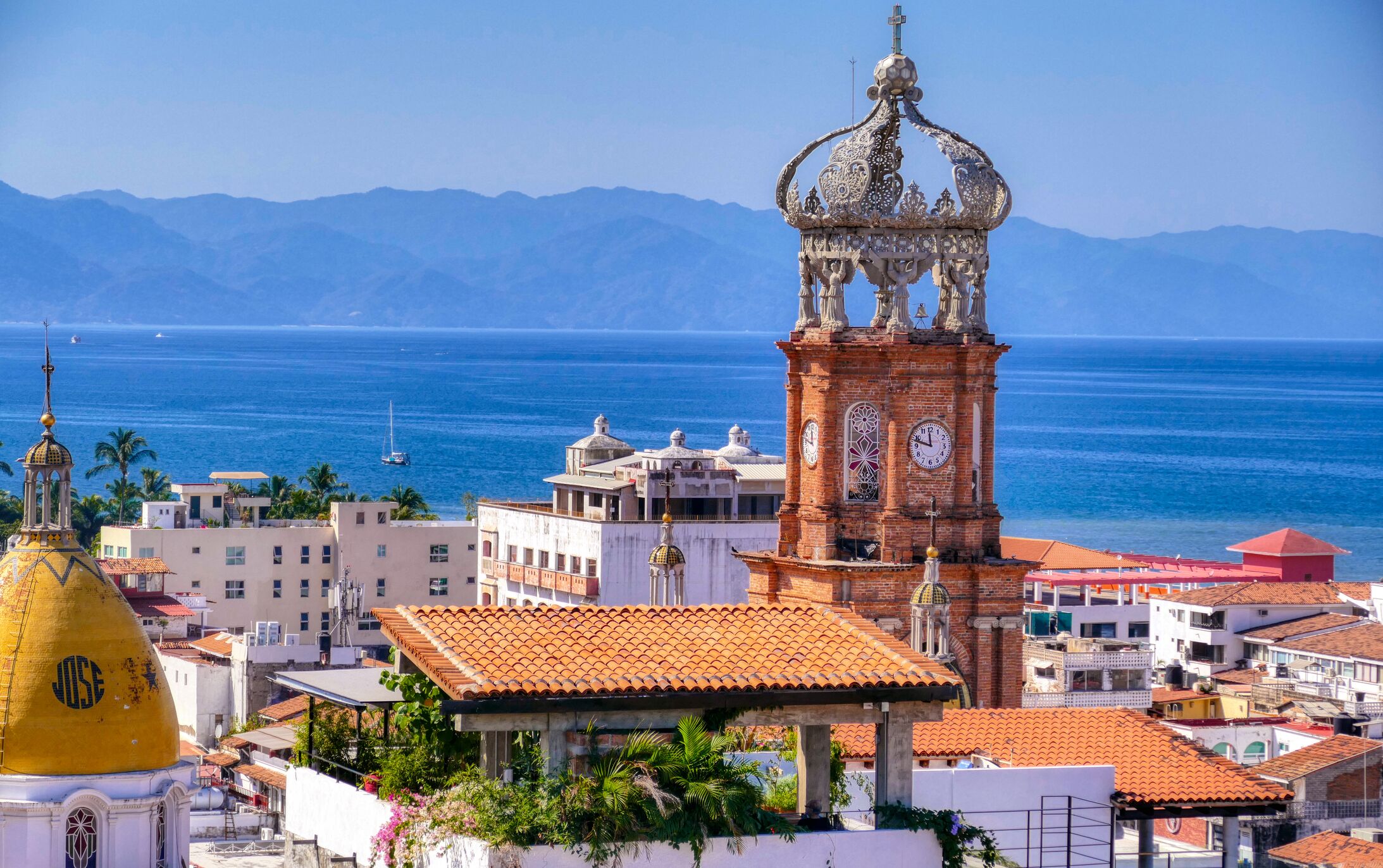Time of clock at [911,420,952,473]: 11:47
